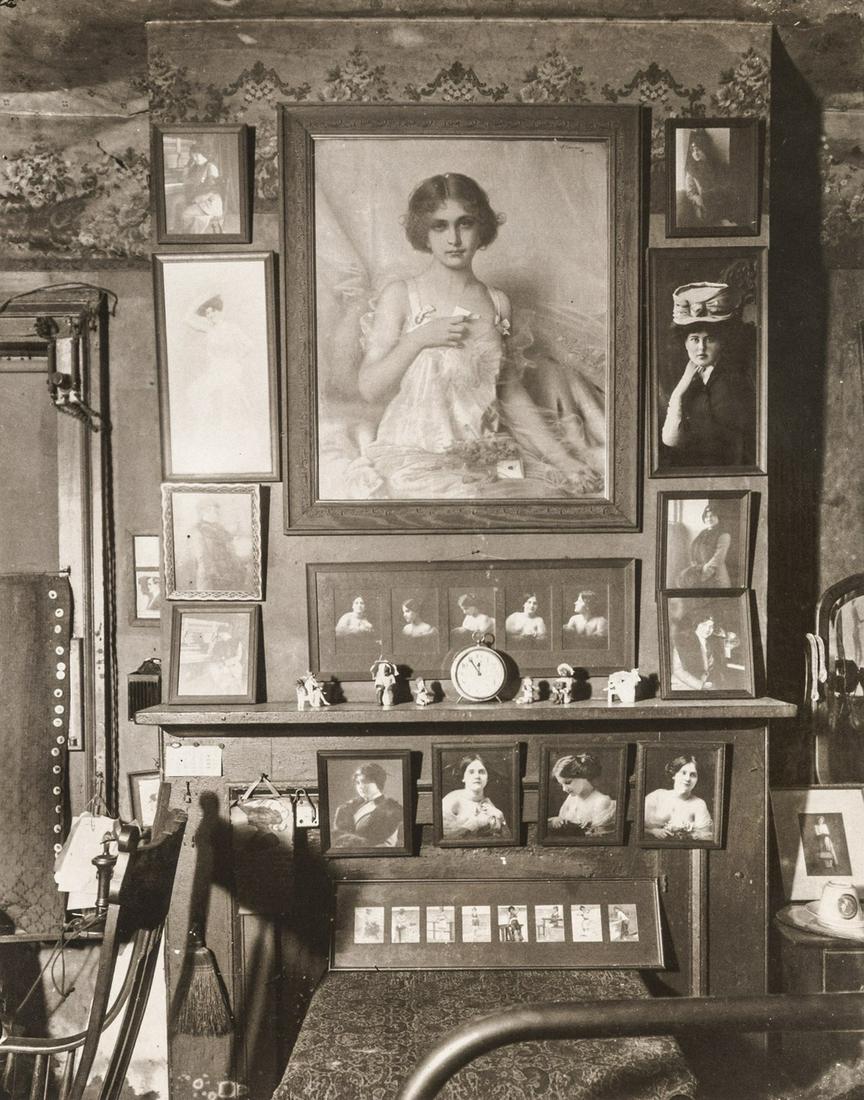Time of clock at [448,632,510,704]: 11:54
